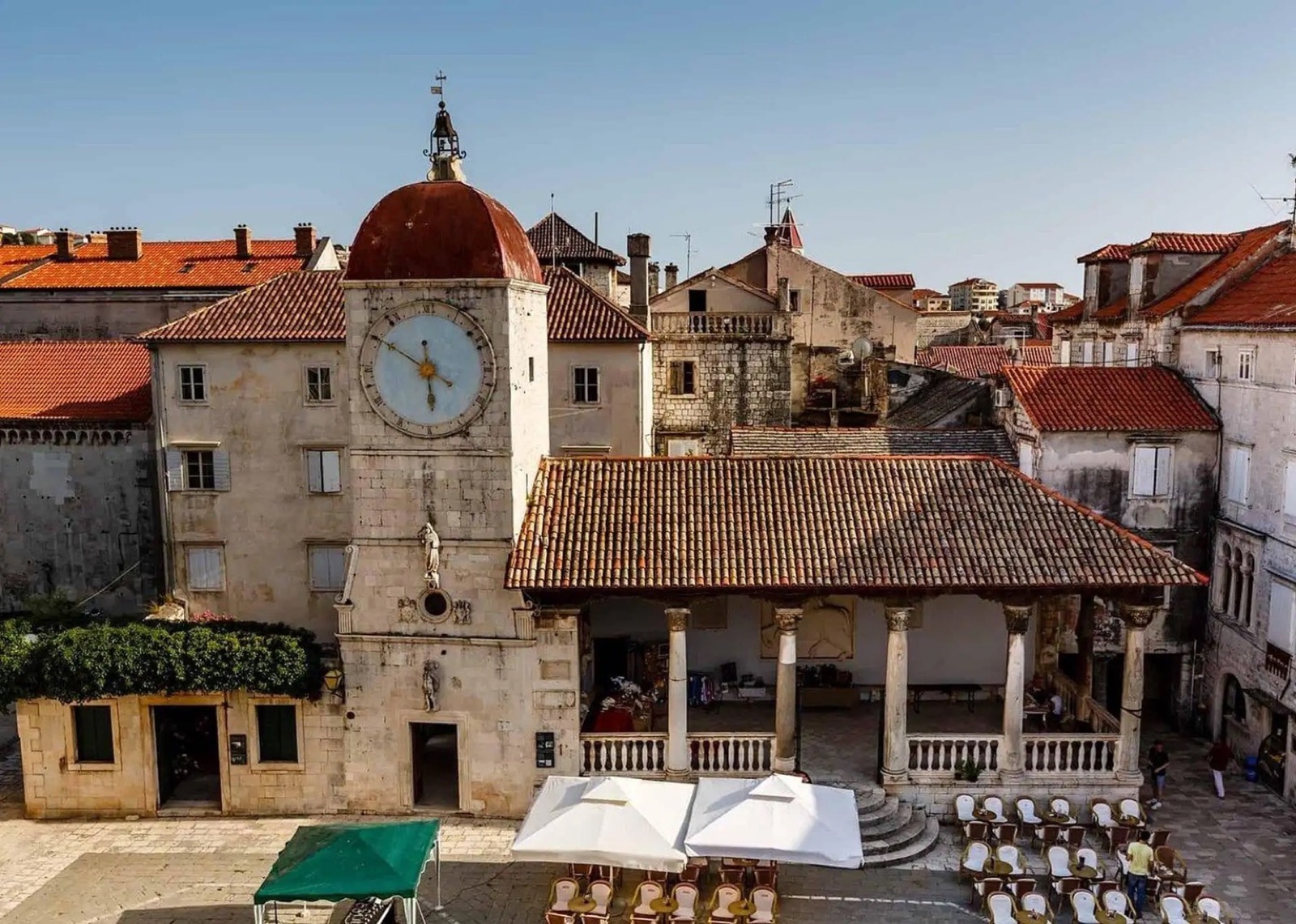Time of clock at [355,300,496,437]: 5:50
